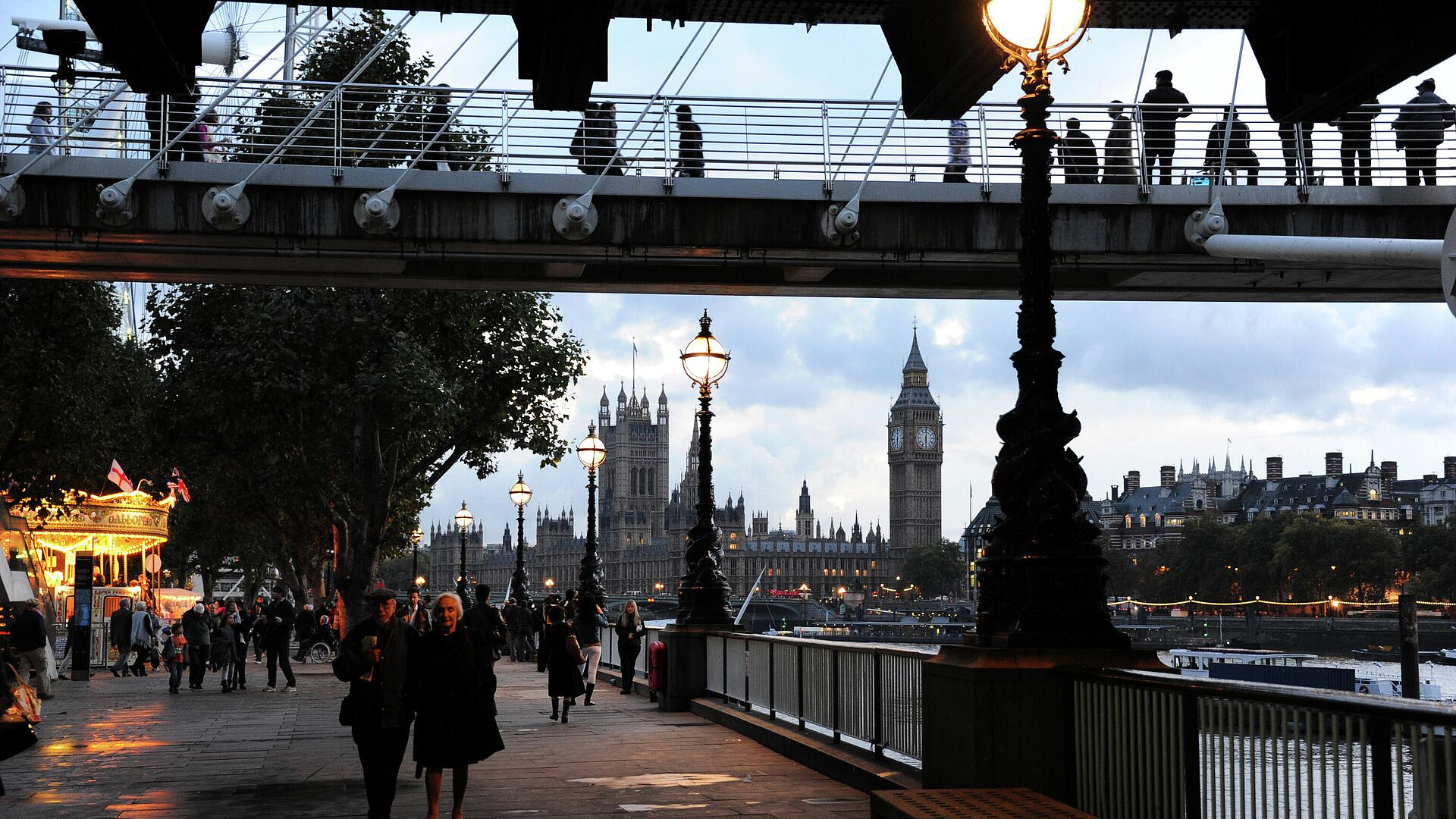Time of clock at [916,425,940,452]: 6:00
